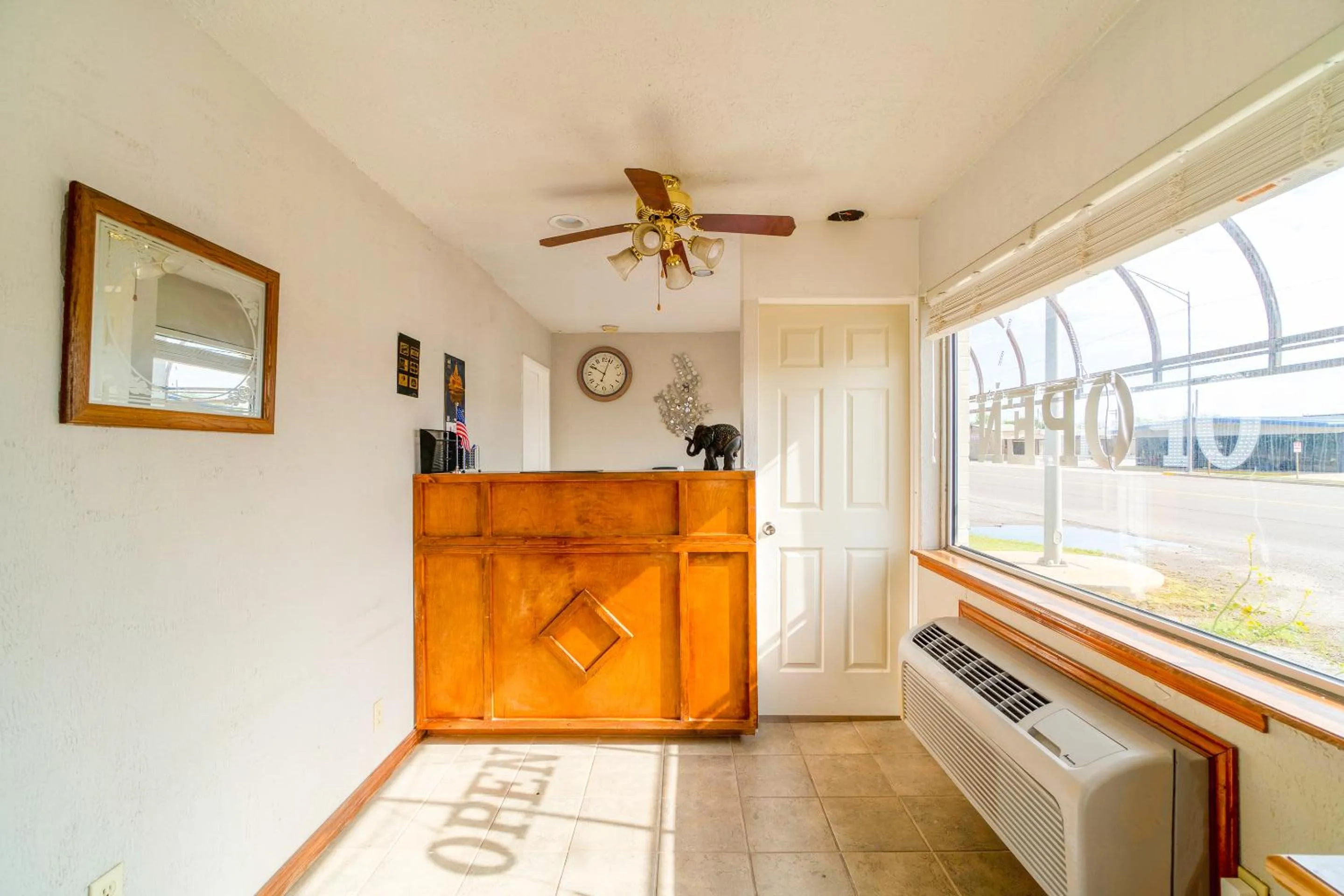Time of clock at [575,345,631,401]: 10:03
